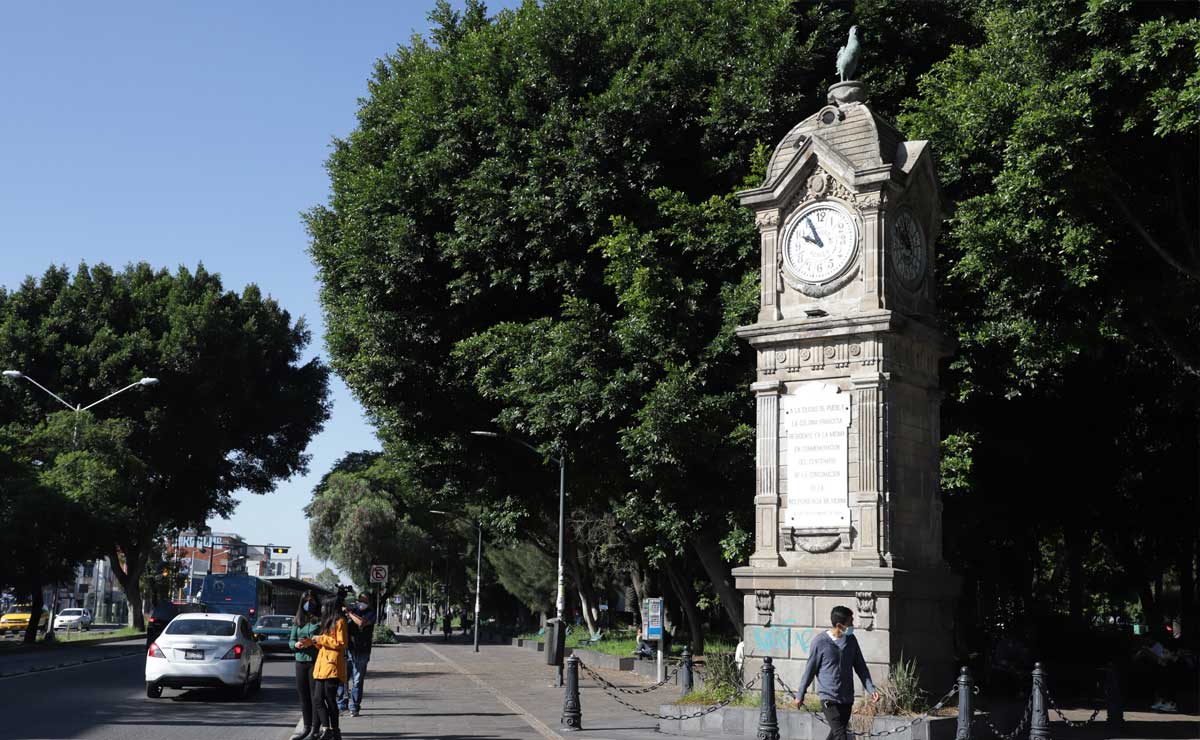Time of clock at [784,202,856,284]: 9:55
